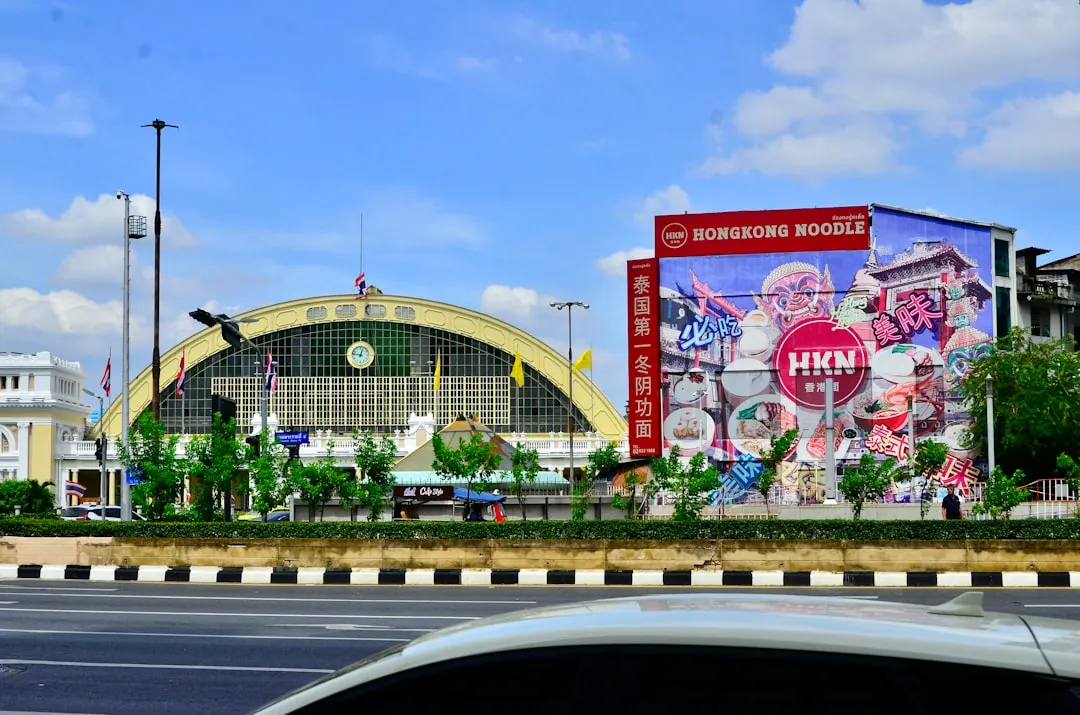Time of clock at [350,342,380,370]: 12:46
